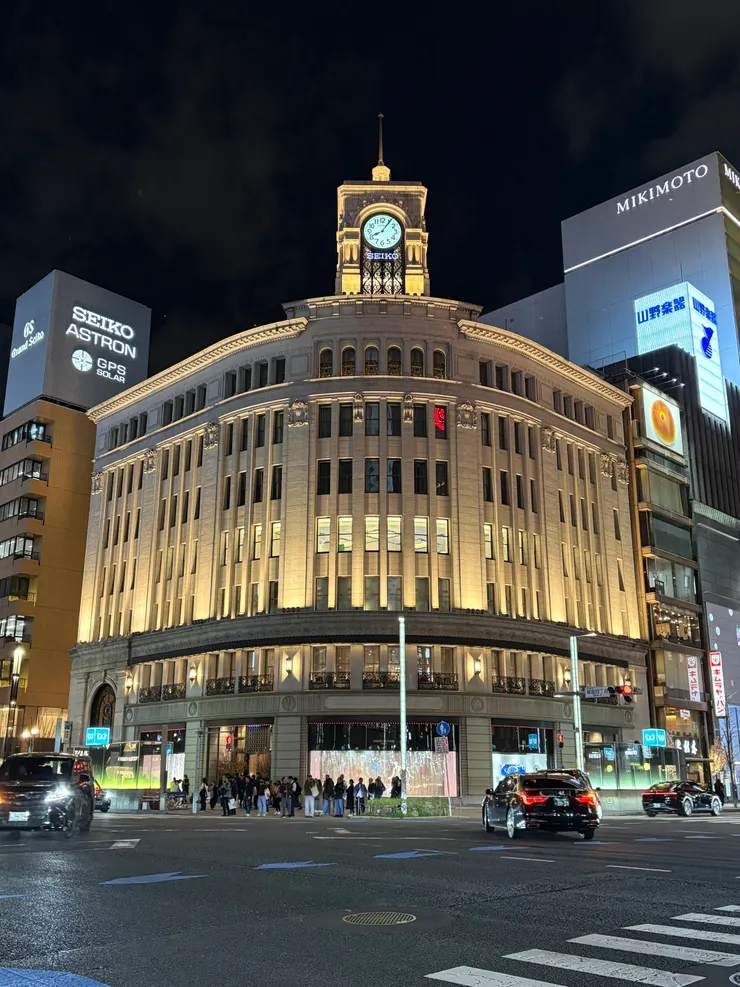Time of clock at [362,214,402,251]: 8:05
